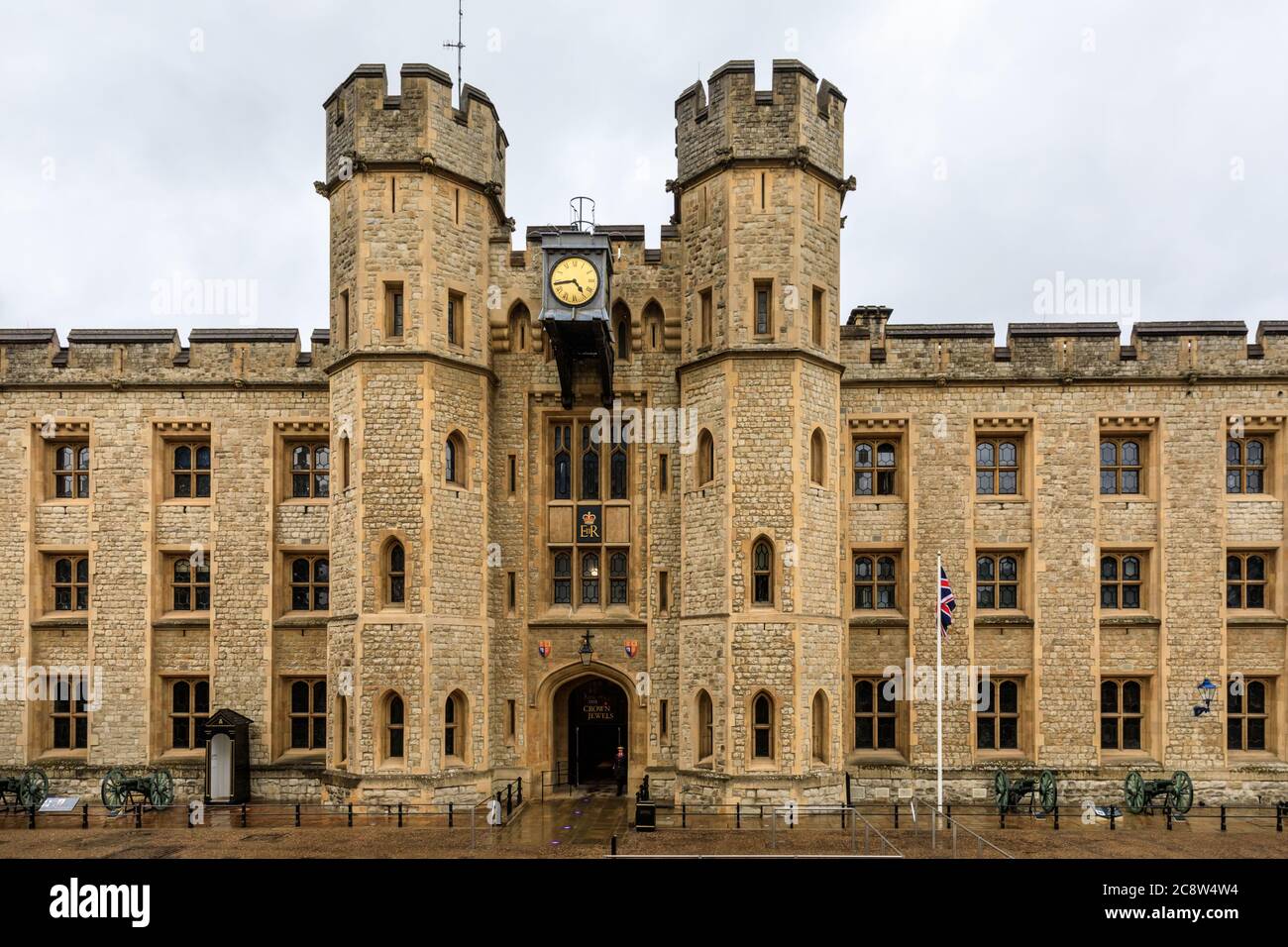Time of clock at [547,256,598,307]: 4:43
